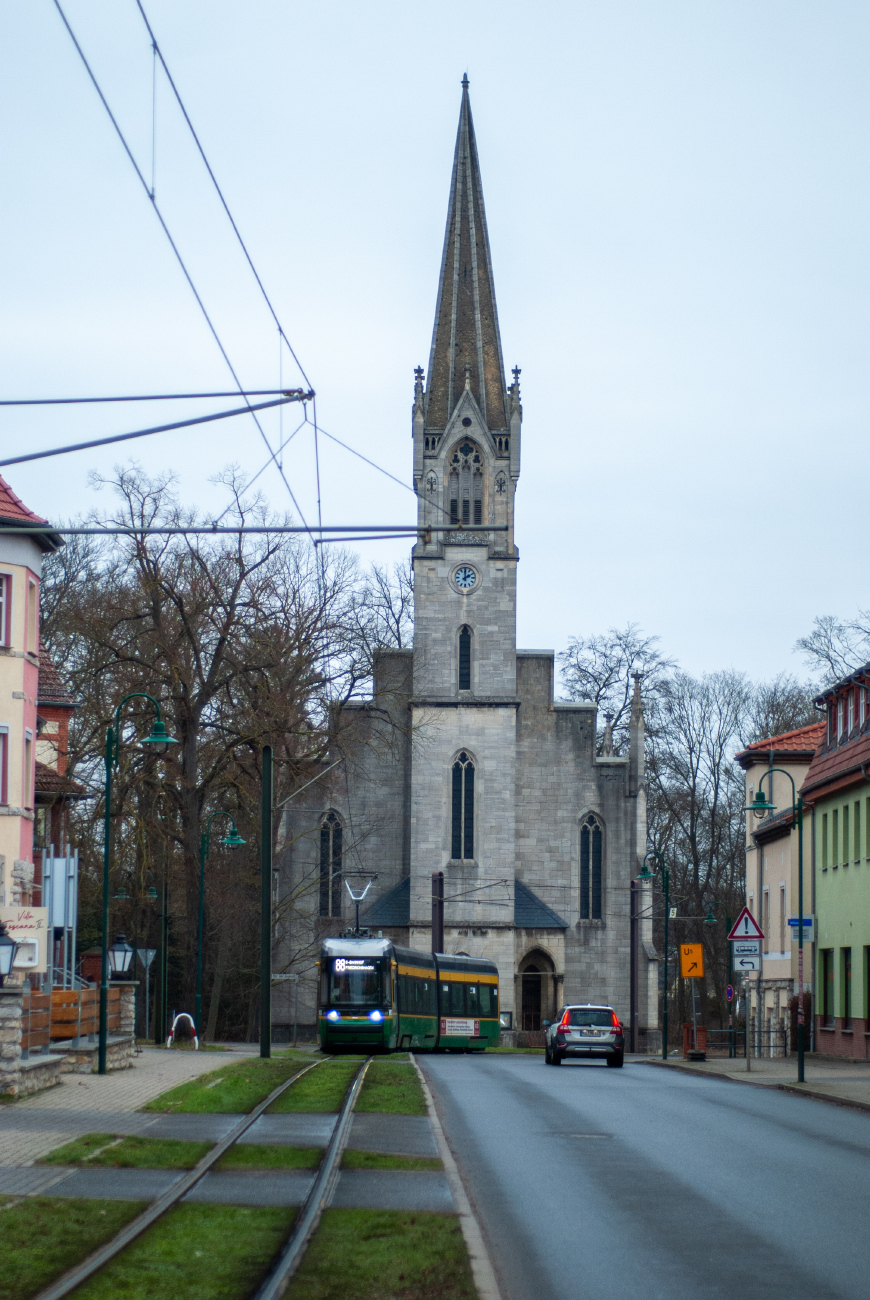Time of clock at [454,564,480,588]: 2:00
